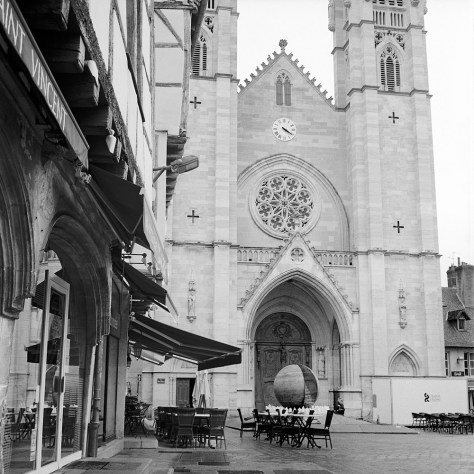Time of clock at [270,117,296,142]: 4:20
